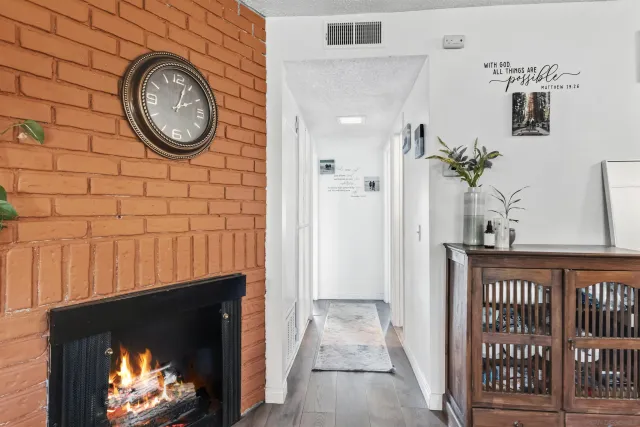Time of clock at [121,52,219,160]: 2:03
